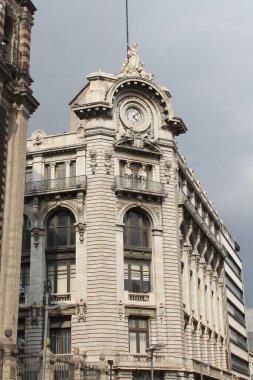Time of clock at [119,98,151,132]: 4:07
